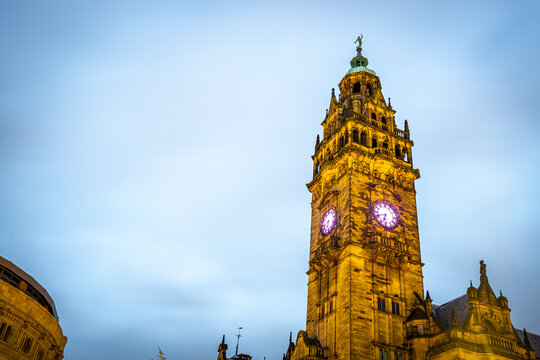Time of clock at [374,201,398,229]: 6:41
